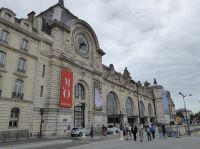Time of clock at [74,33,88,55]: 2:36
